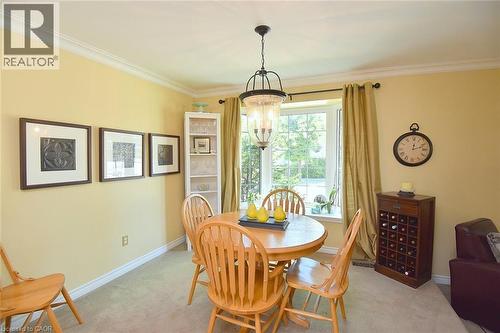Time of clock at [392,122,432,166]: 12:11
